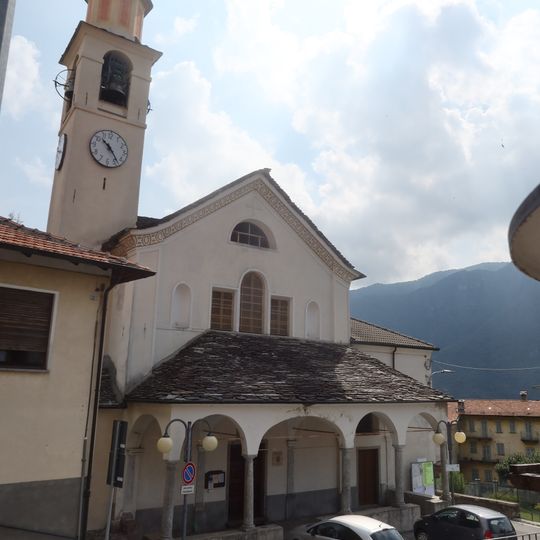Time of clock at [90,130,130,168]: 10:23
